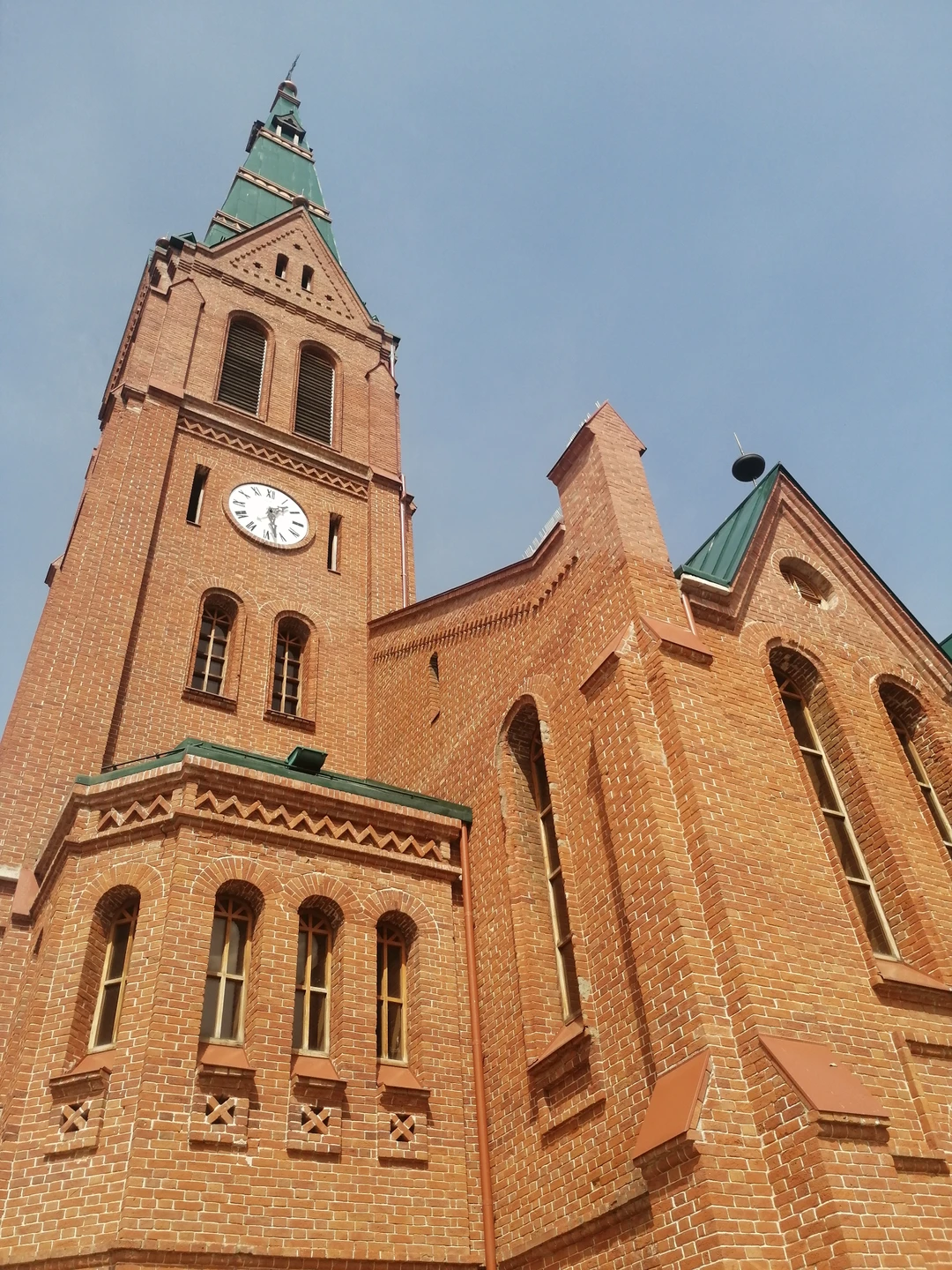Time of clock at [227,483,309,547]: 1:27
